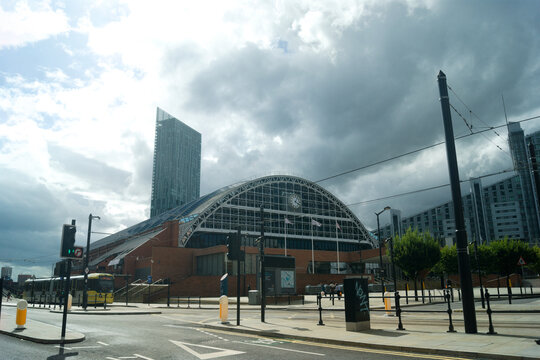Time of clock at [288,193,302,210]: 4:04
